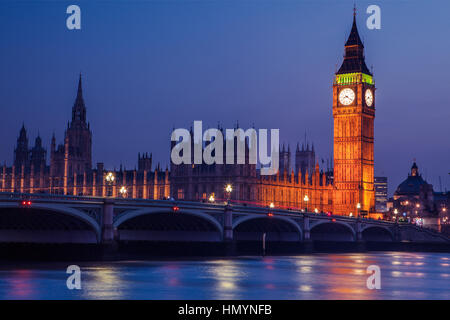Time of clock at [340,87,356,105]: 8:21
